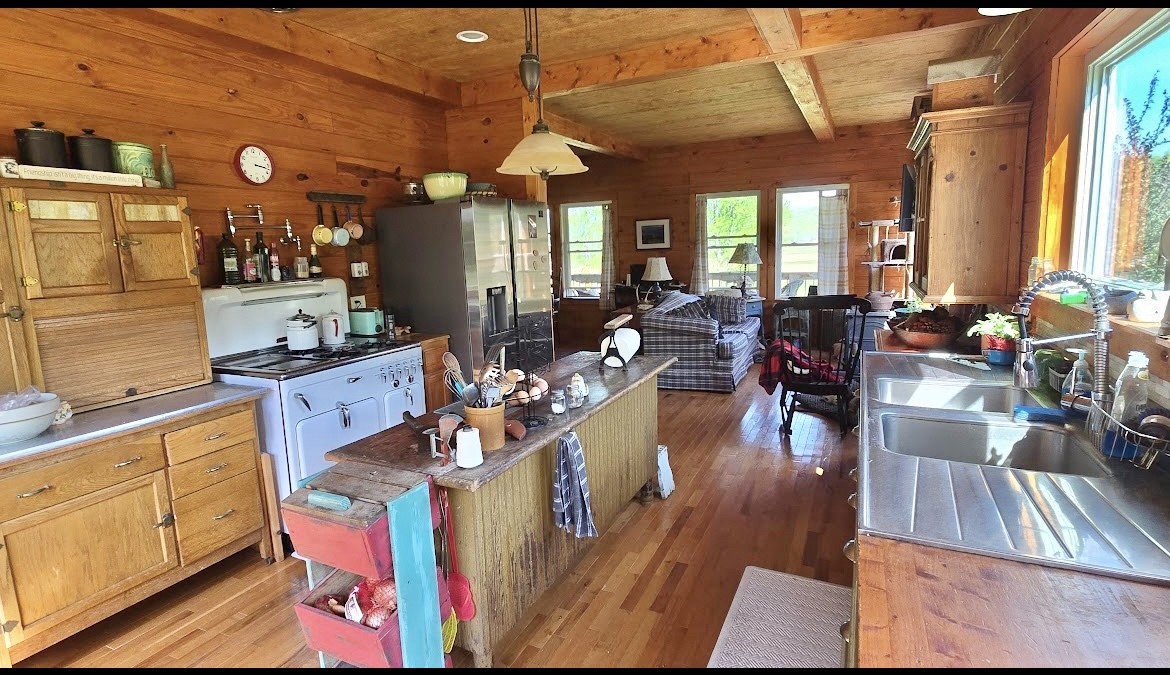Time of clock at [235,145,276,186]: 3:17
